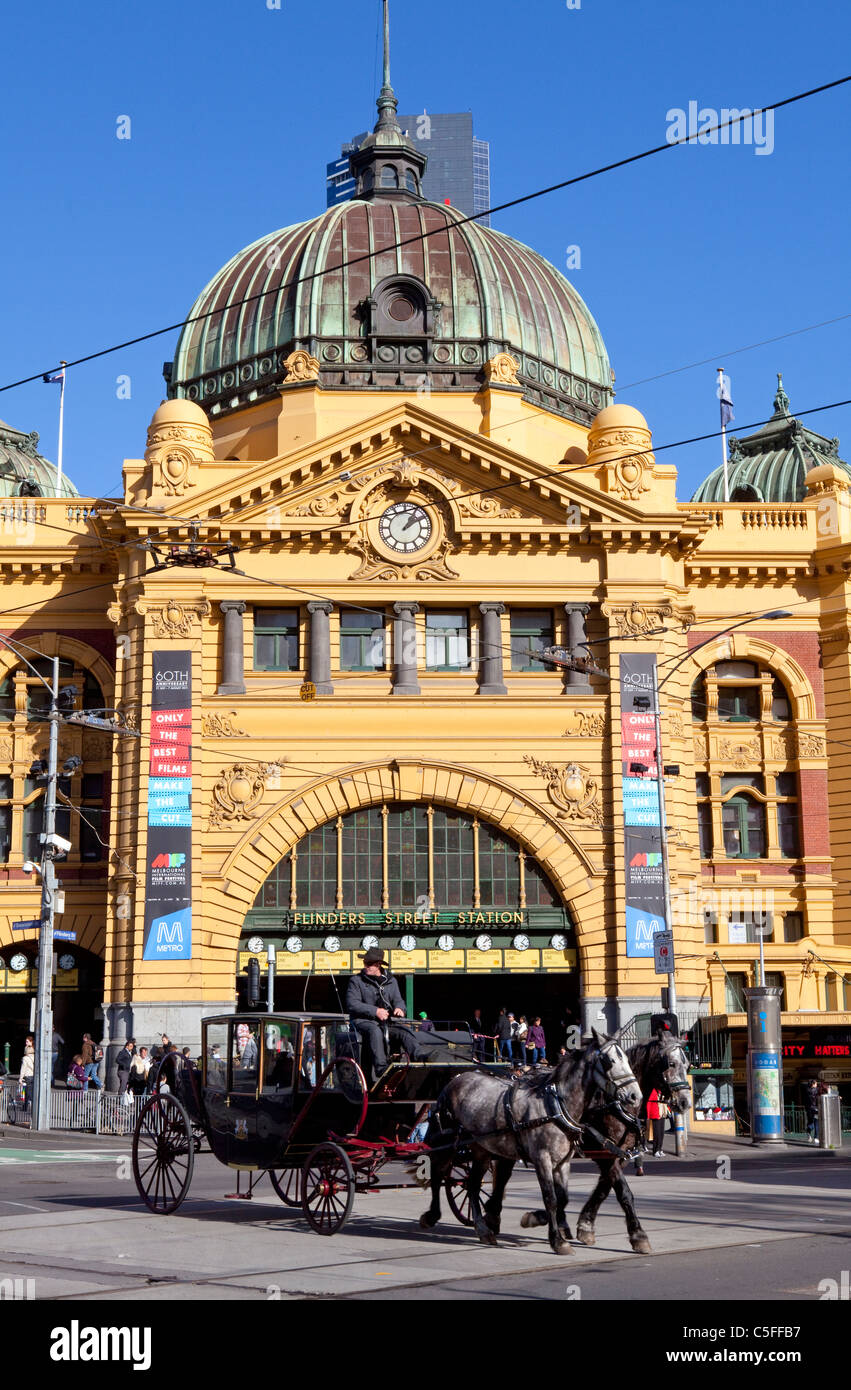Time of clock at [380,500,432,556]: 1:09
